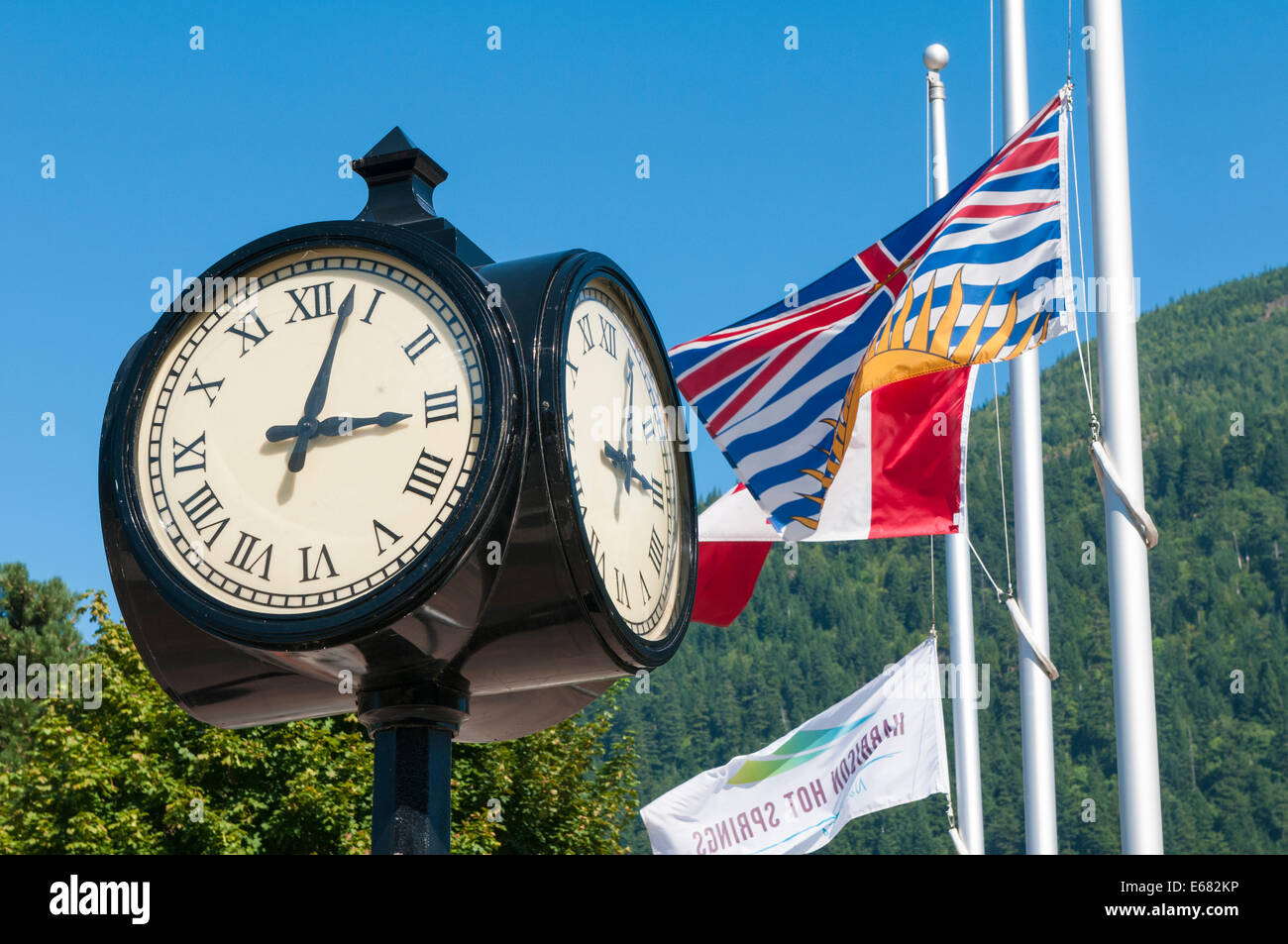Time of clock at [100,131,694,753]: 3:02
